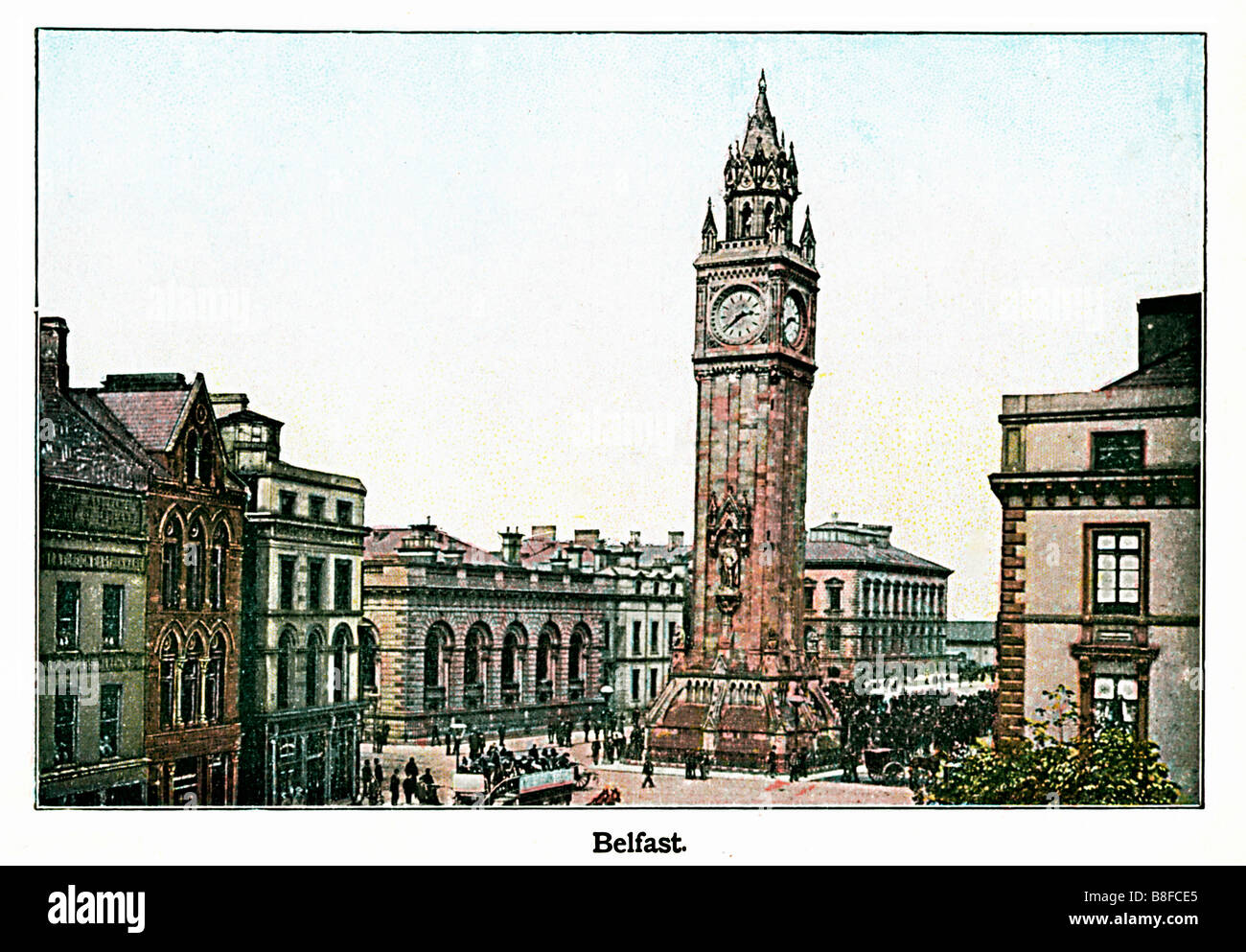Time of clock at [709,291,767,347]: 2:38
